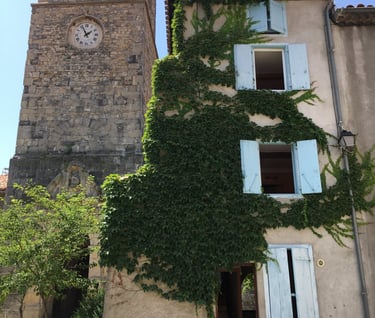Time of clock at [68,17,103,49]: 1:56
